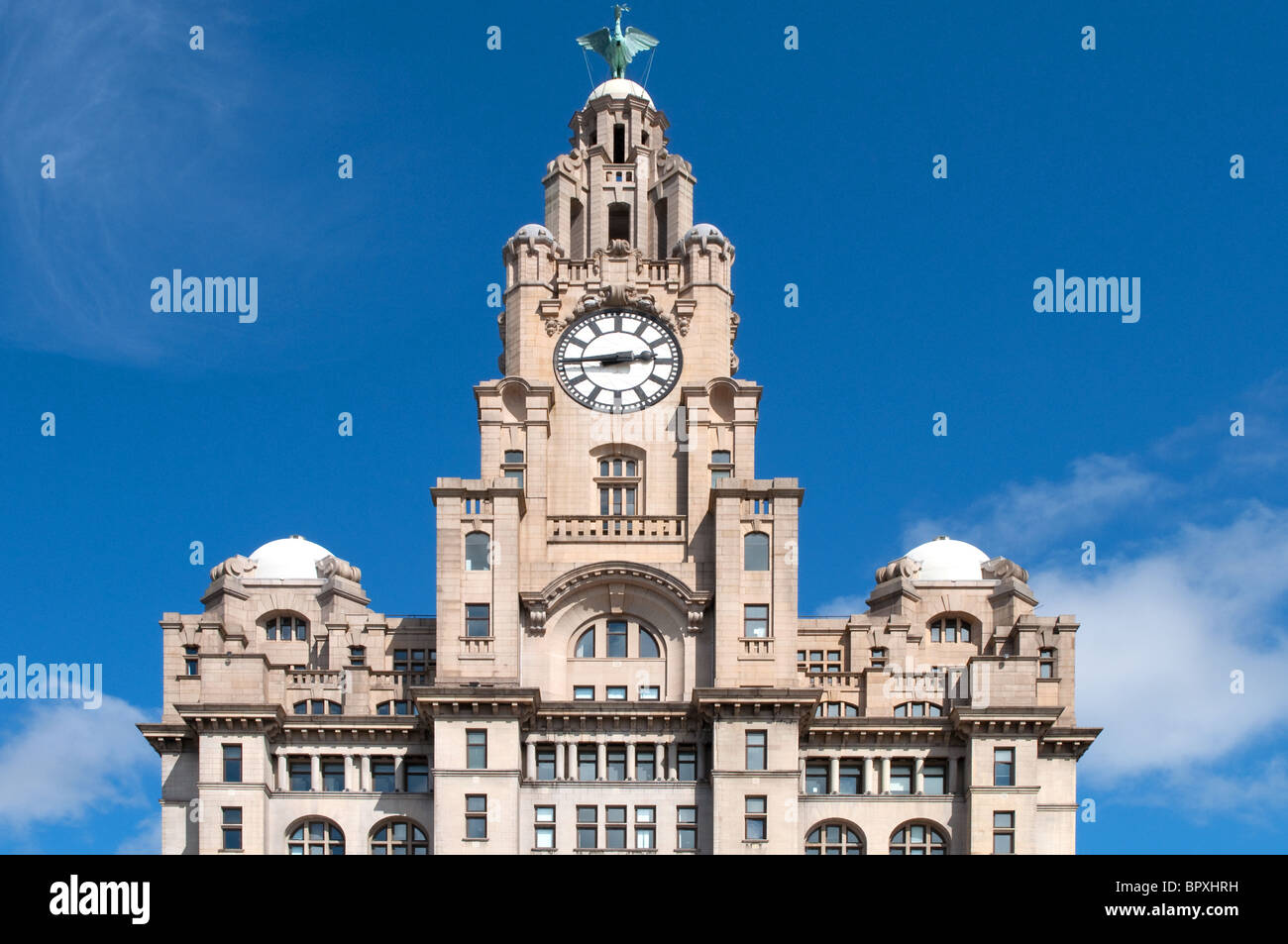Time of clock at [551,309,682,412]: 2:45
